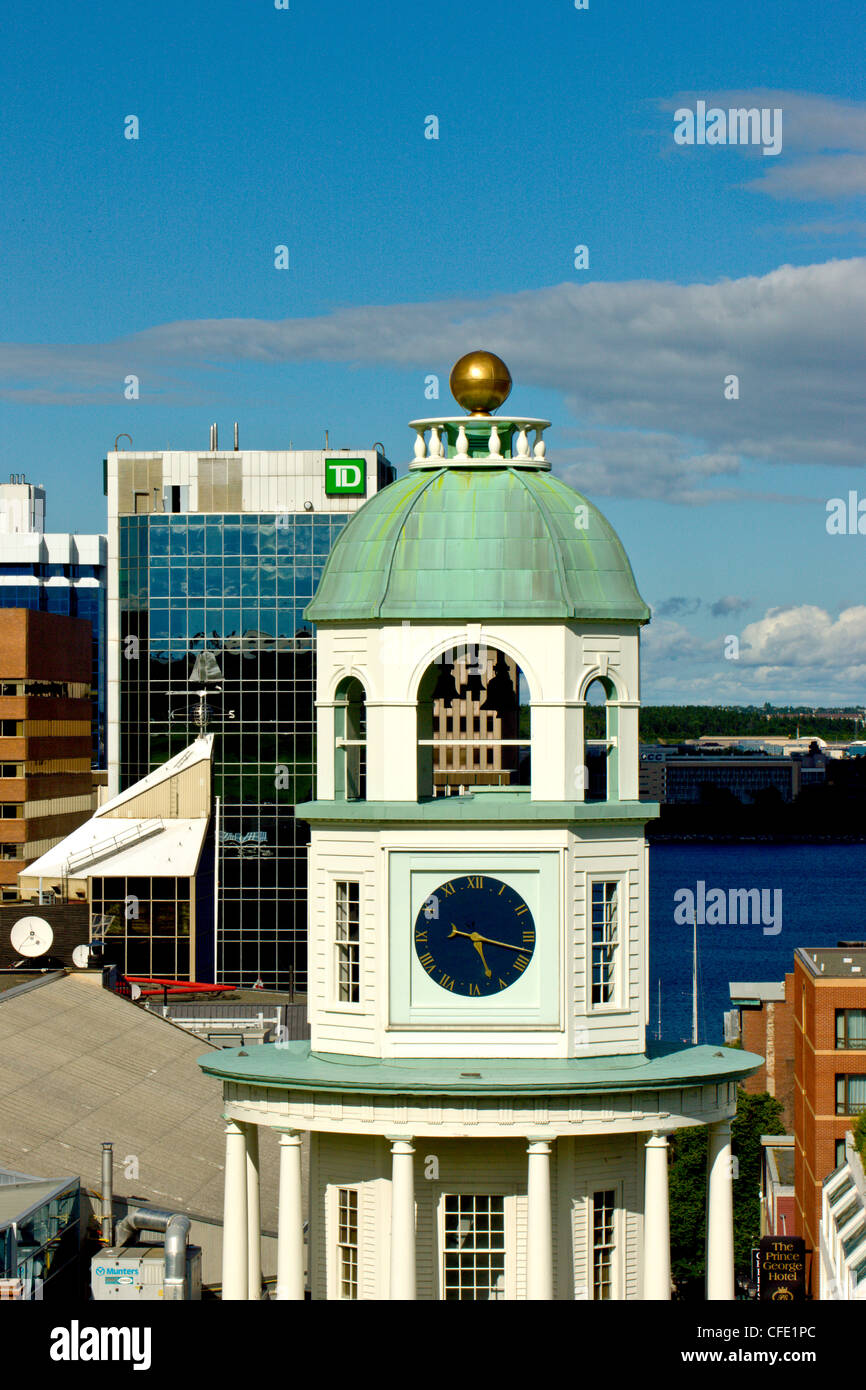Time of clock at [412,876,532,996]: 5:17
